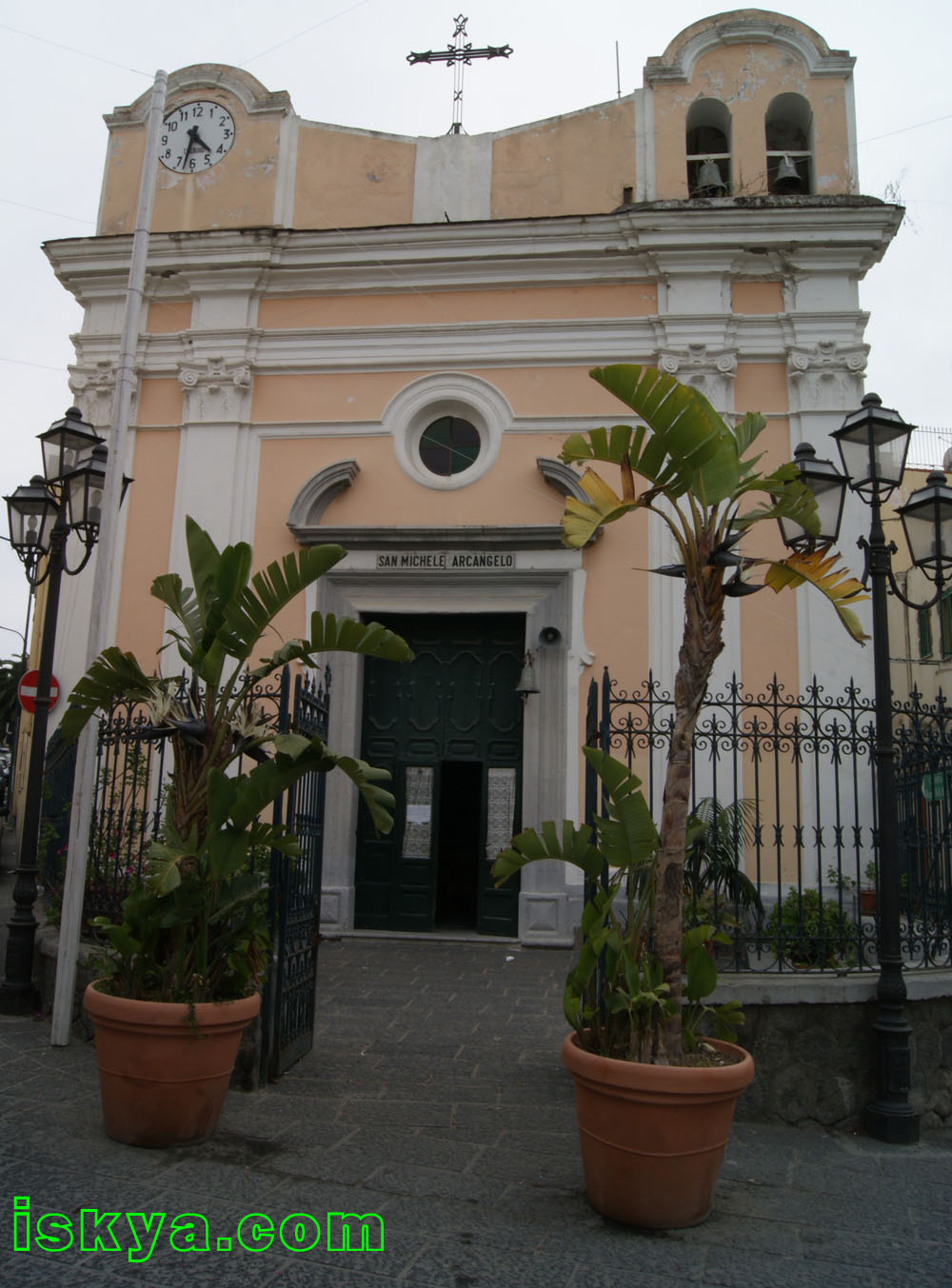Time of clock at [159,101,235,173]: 4:32
